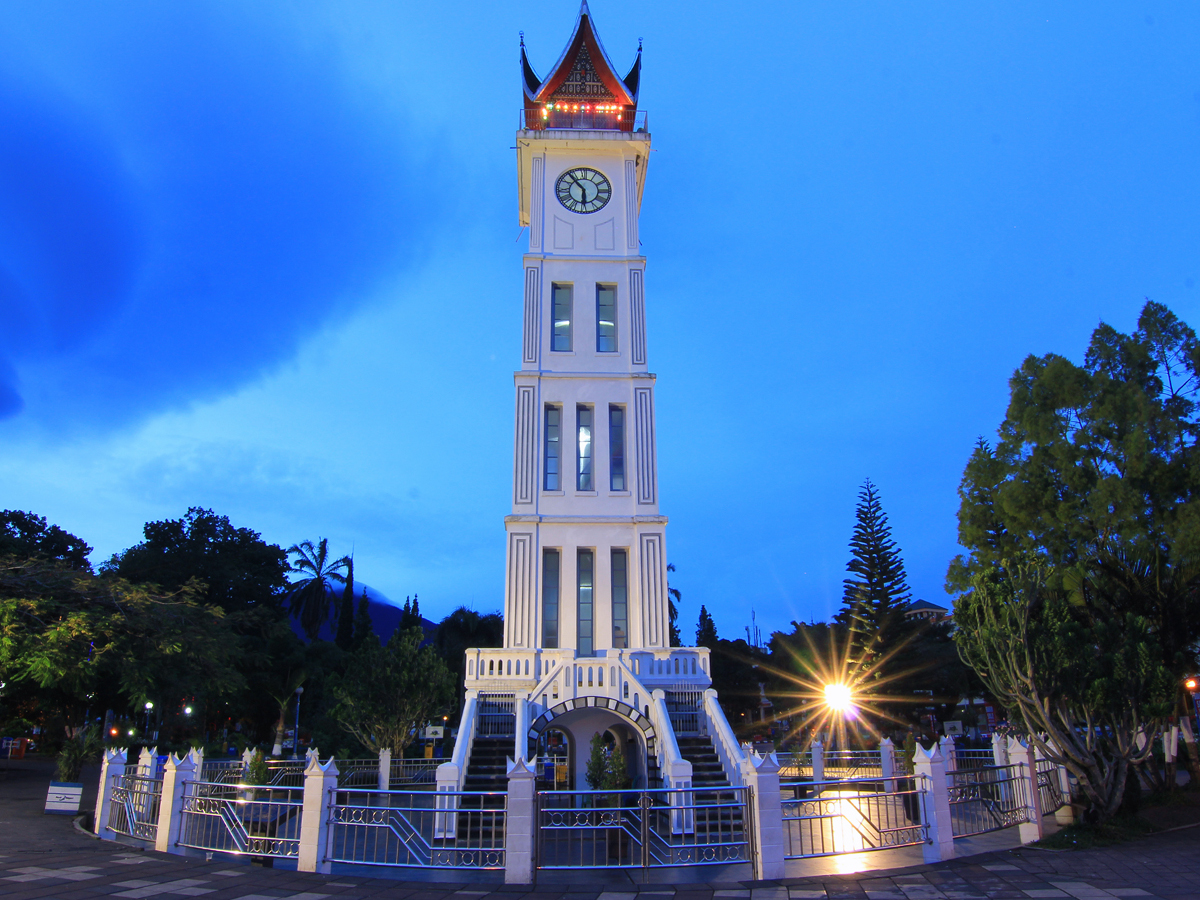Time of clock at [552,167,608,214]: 5:53
